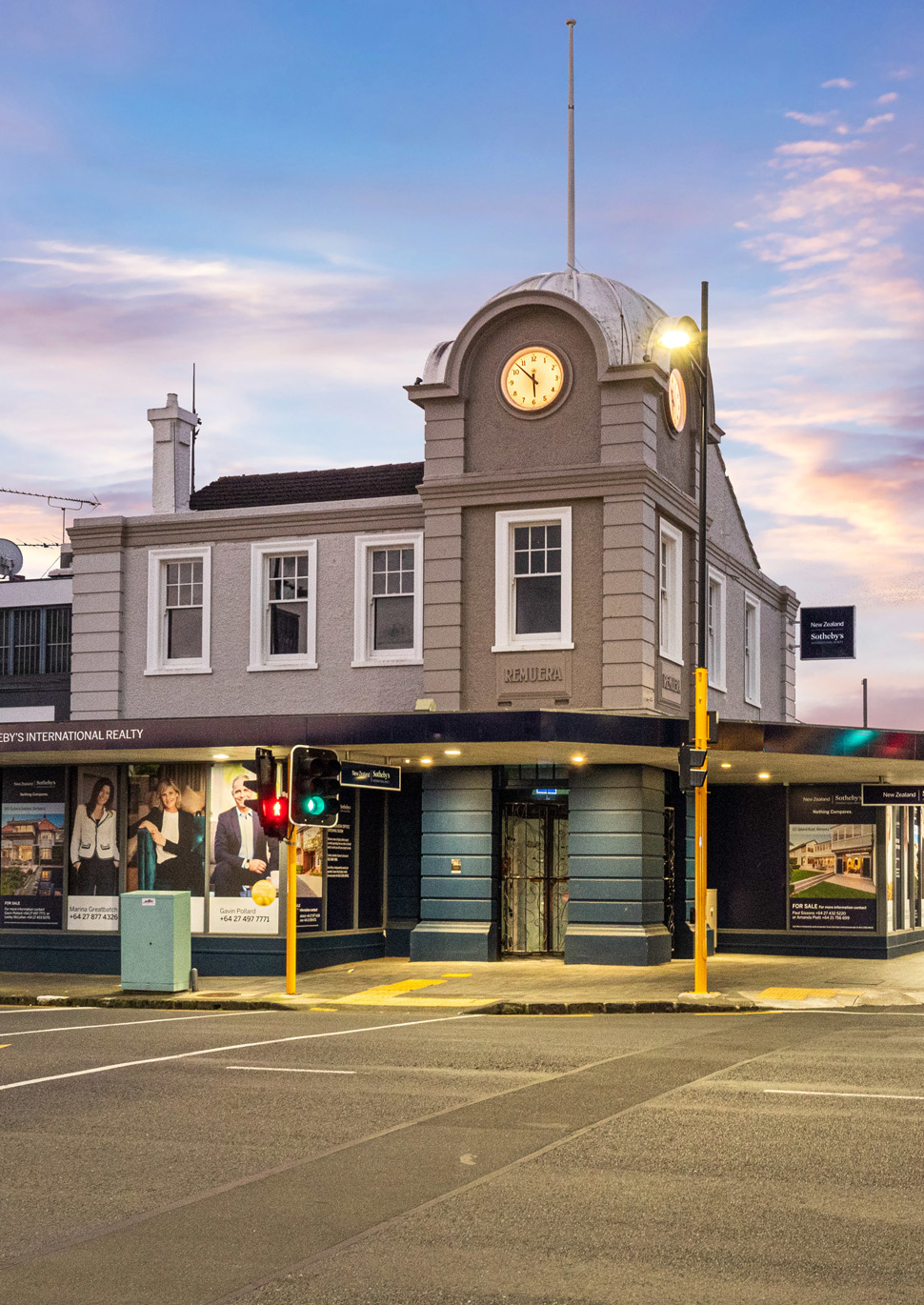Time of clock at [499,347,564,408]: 5:52
